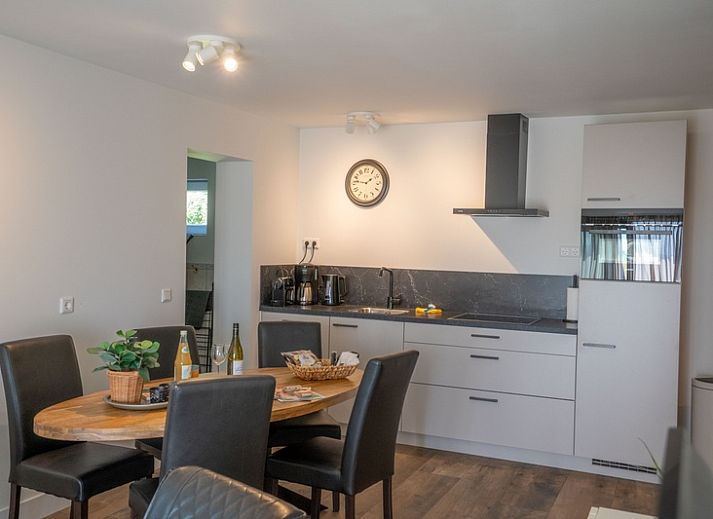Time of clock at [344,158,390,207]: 1:46
